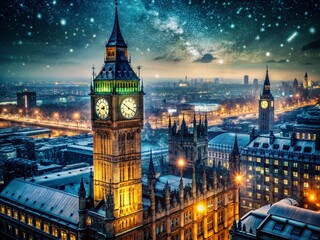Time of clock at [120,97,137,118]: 3:51
